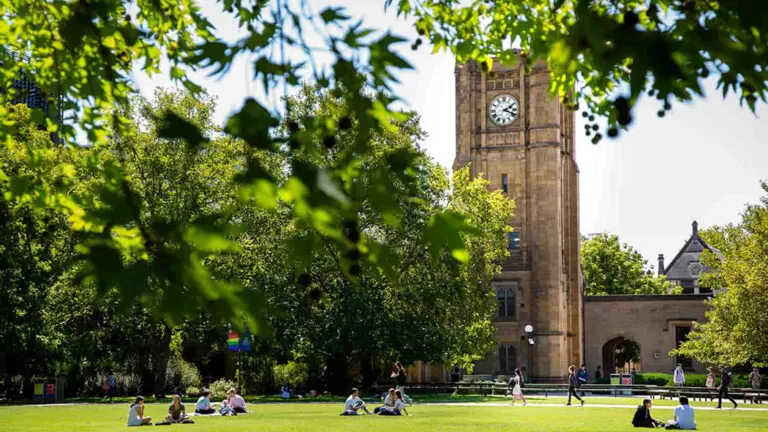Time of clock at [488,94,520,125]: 2:18
